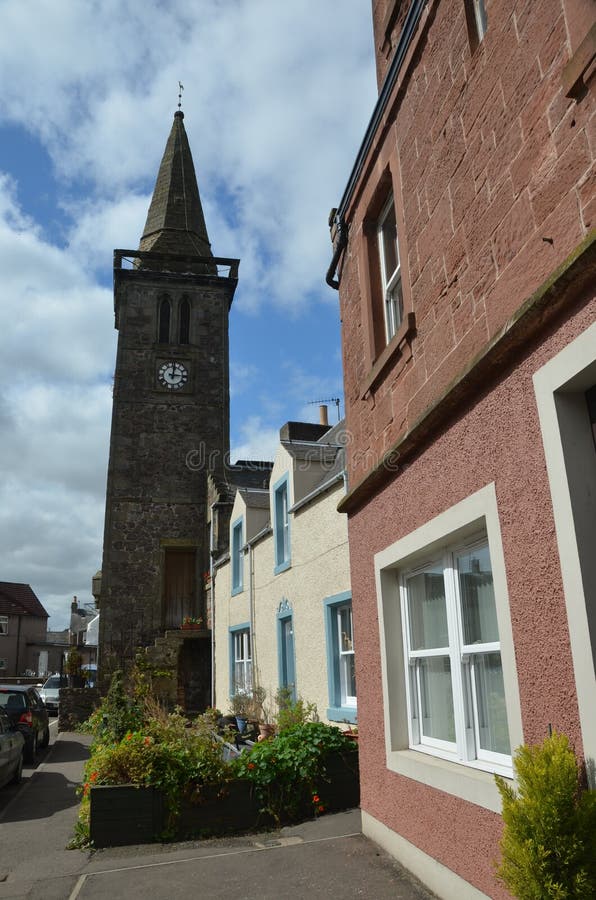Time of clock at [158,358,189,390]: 3:01
